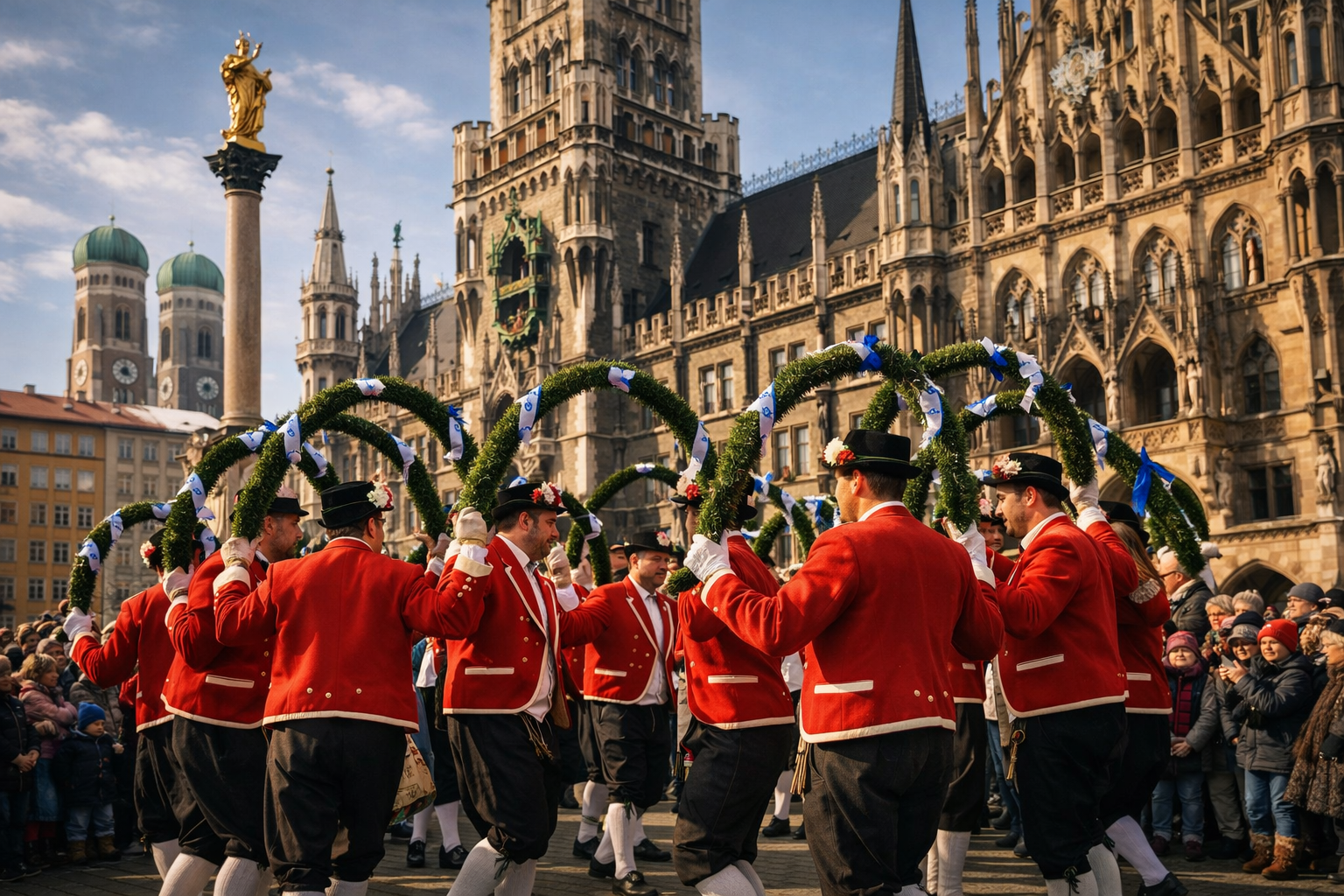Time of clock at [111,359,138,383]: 3:58
